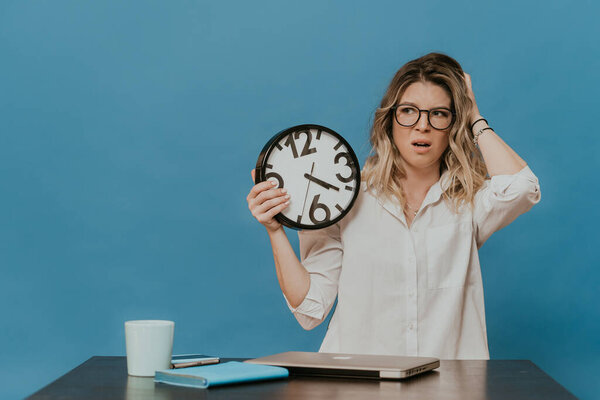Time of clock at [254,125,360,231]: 4:20
